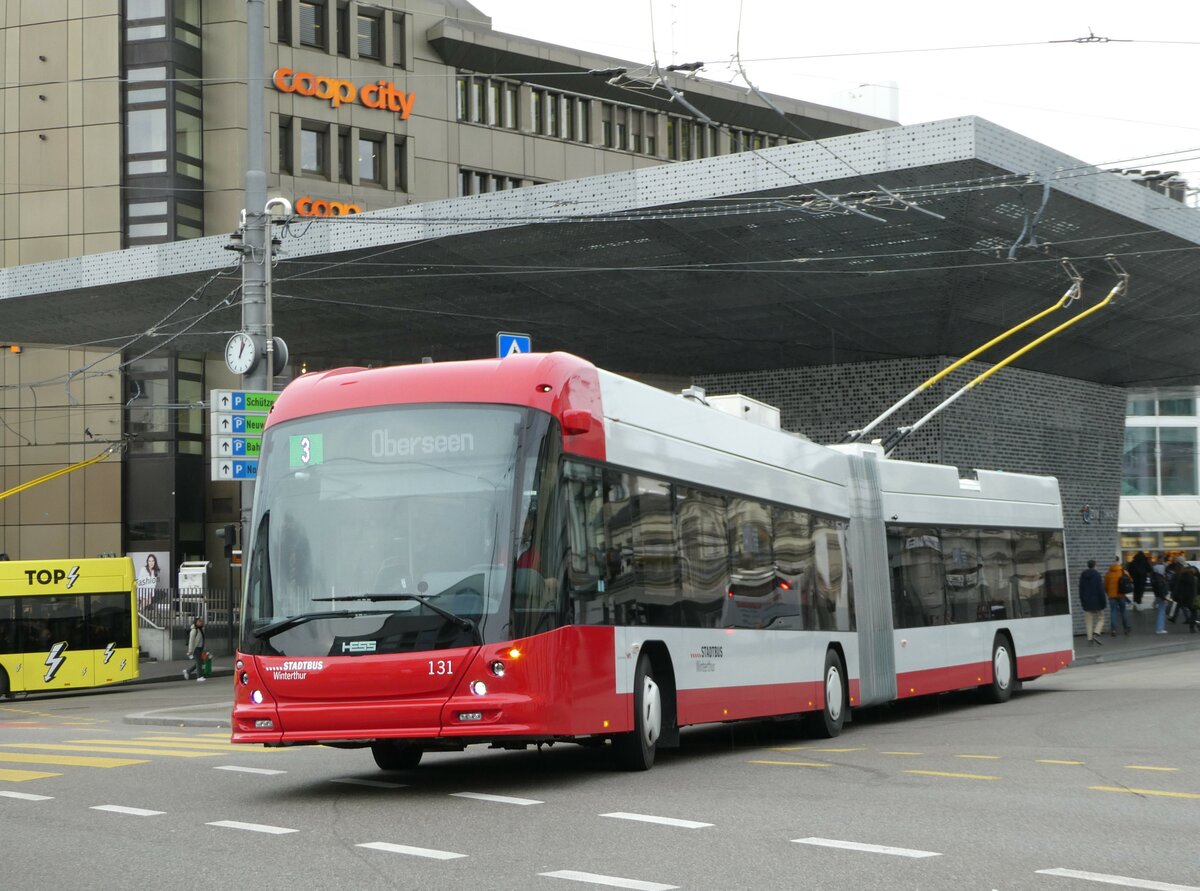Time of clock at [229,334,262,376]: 1:02
